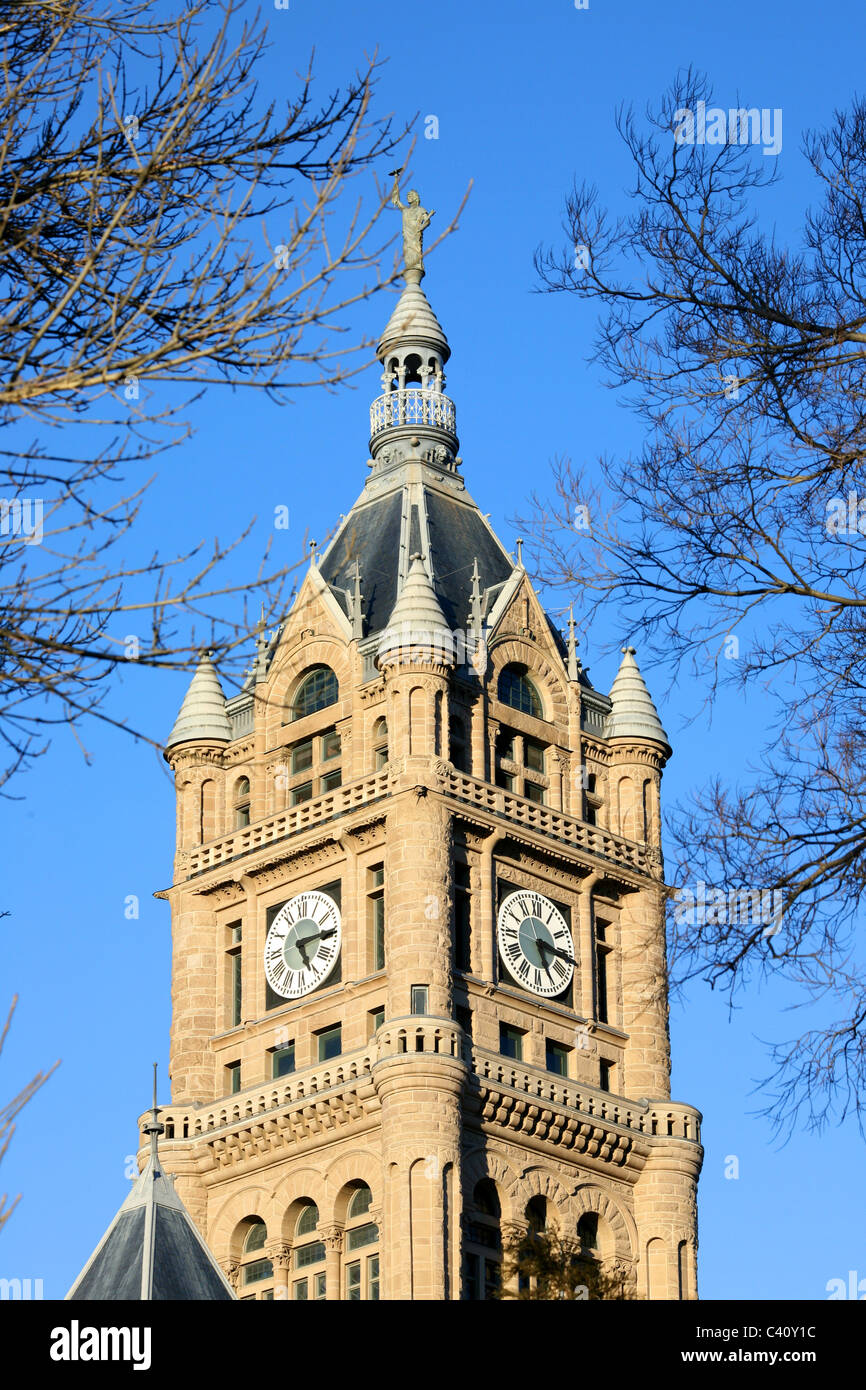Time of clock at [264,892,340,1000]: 5:14
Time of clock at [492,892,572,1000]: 5:15
